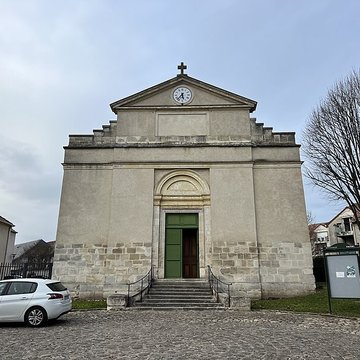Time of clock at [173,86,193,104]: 5:36
